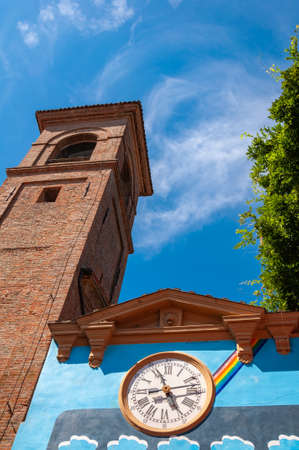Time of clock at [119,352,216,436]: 4:56
